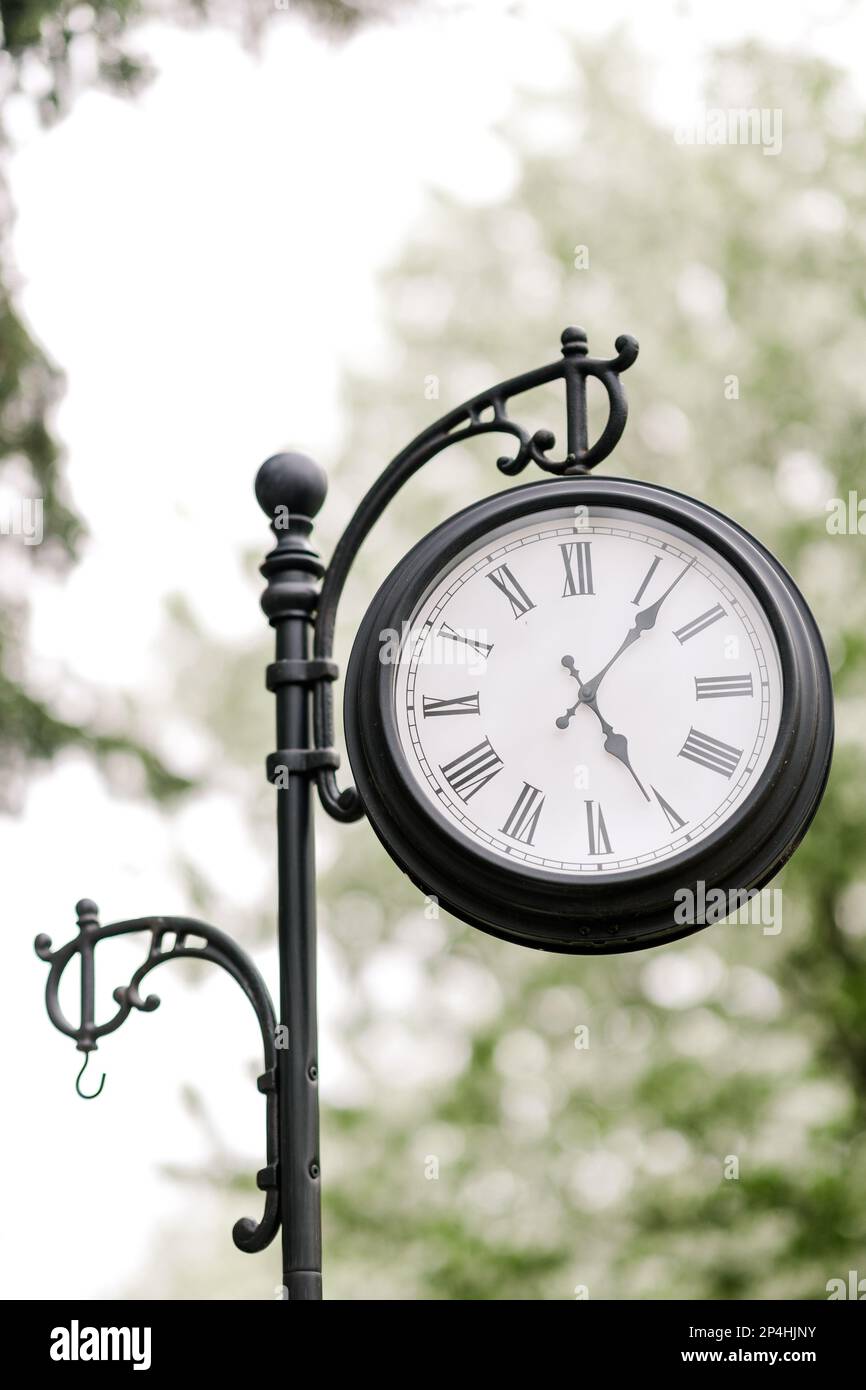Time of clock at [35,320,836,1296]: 5:06
